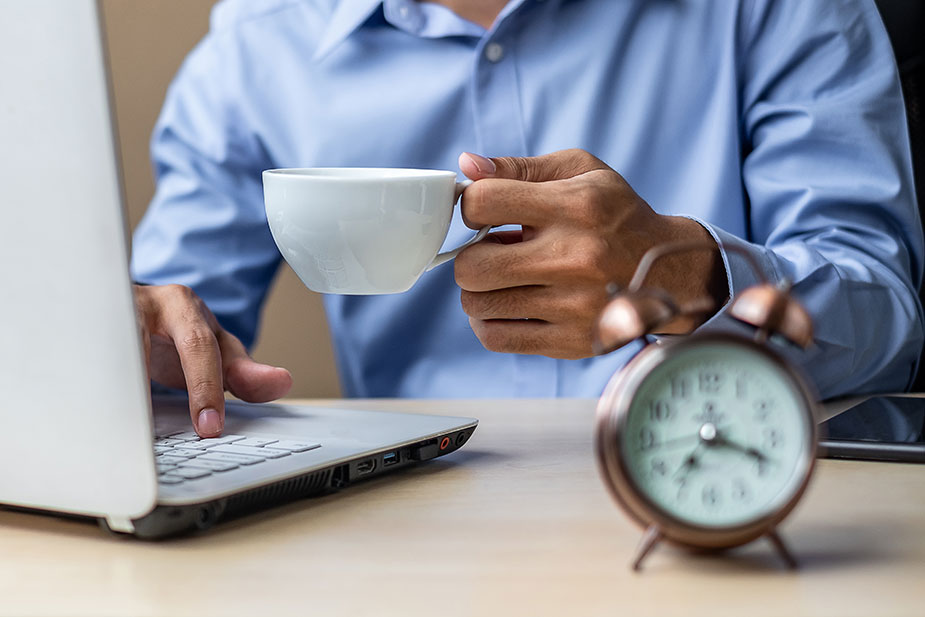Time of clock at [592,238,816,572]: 7:18
